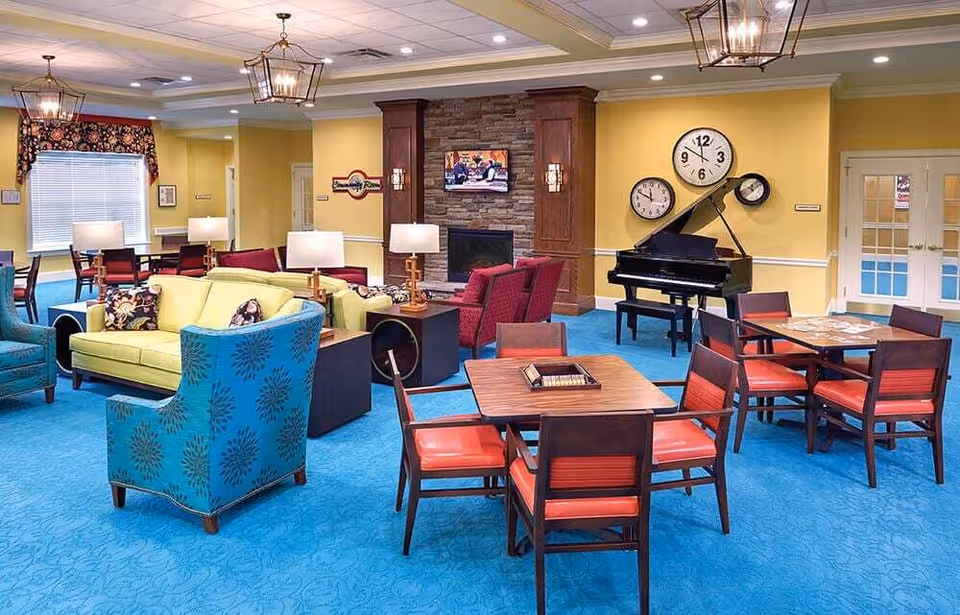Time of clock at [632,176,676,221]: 11:49
